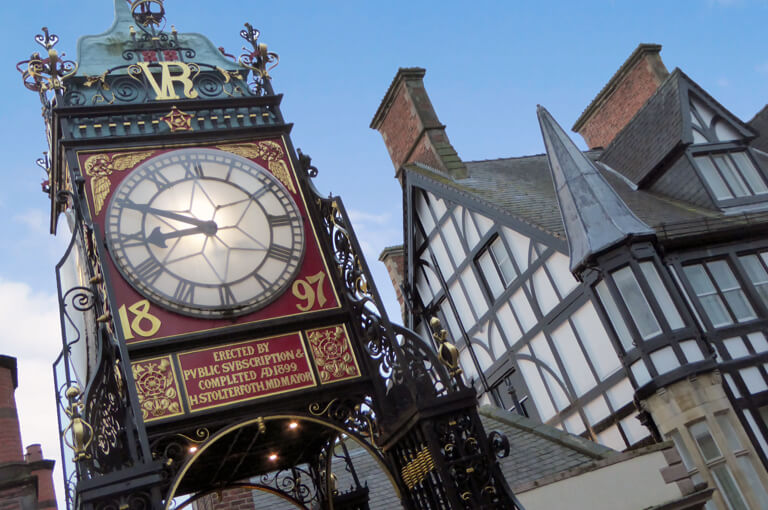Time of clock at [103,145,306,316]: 8:49
